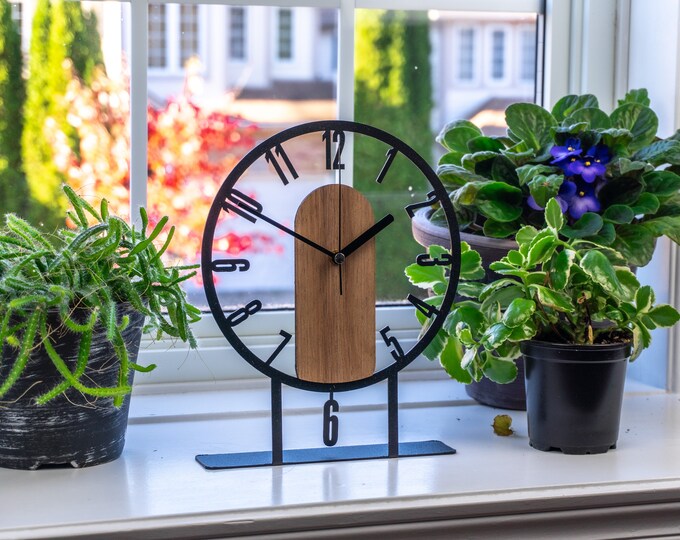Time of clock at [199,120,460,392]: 1:49
